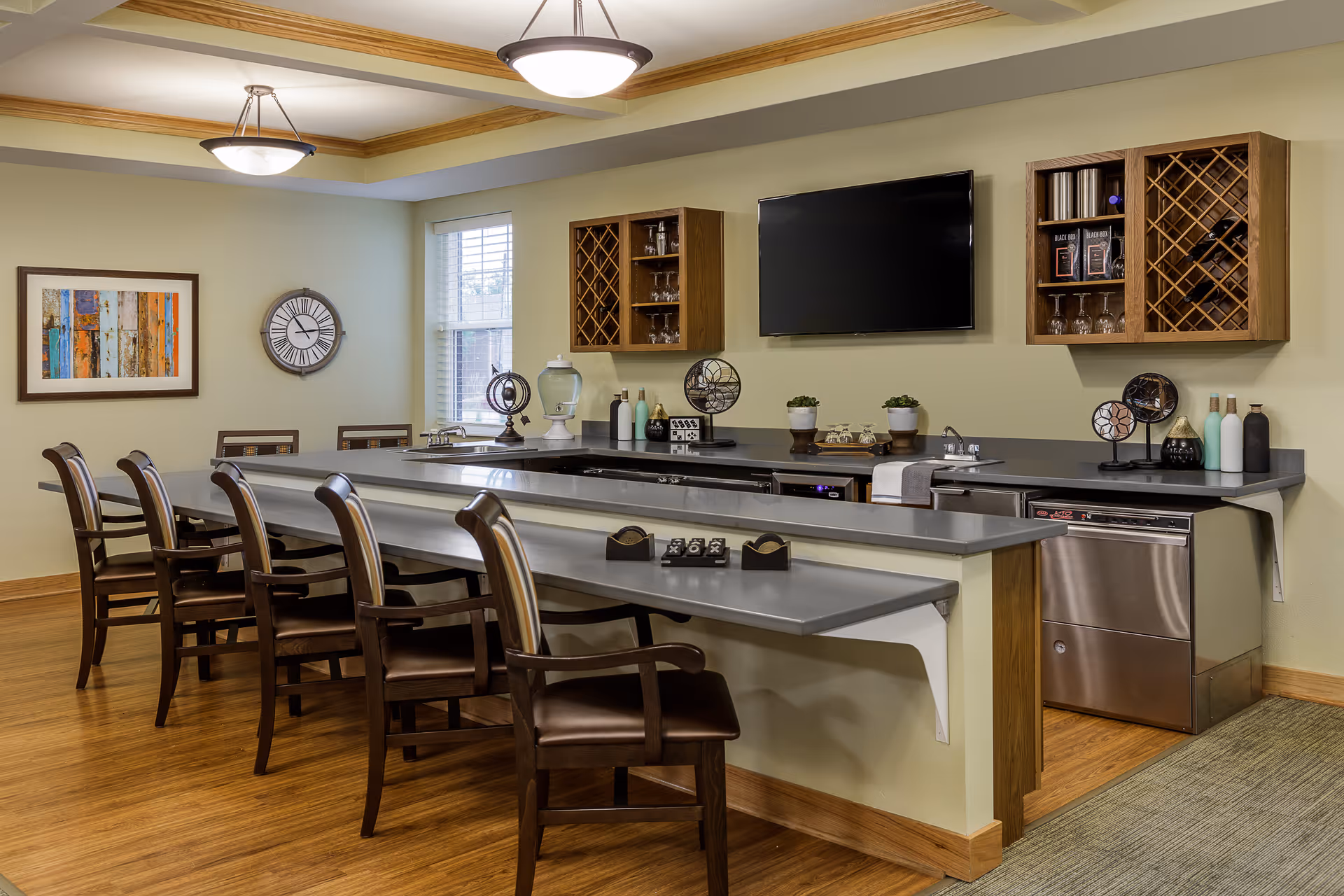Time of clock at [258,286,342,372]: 2:53
